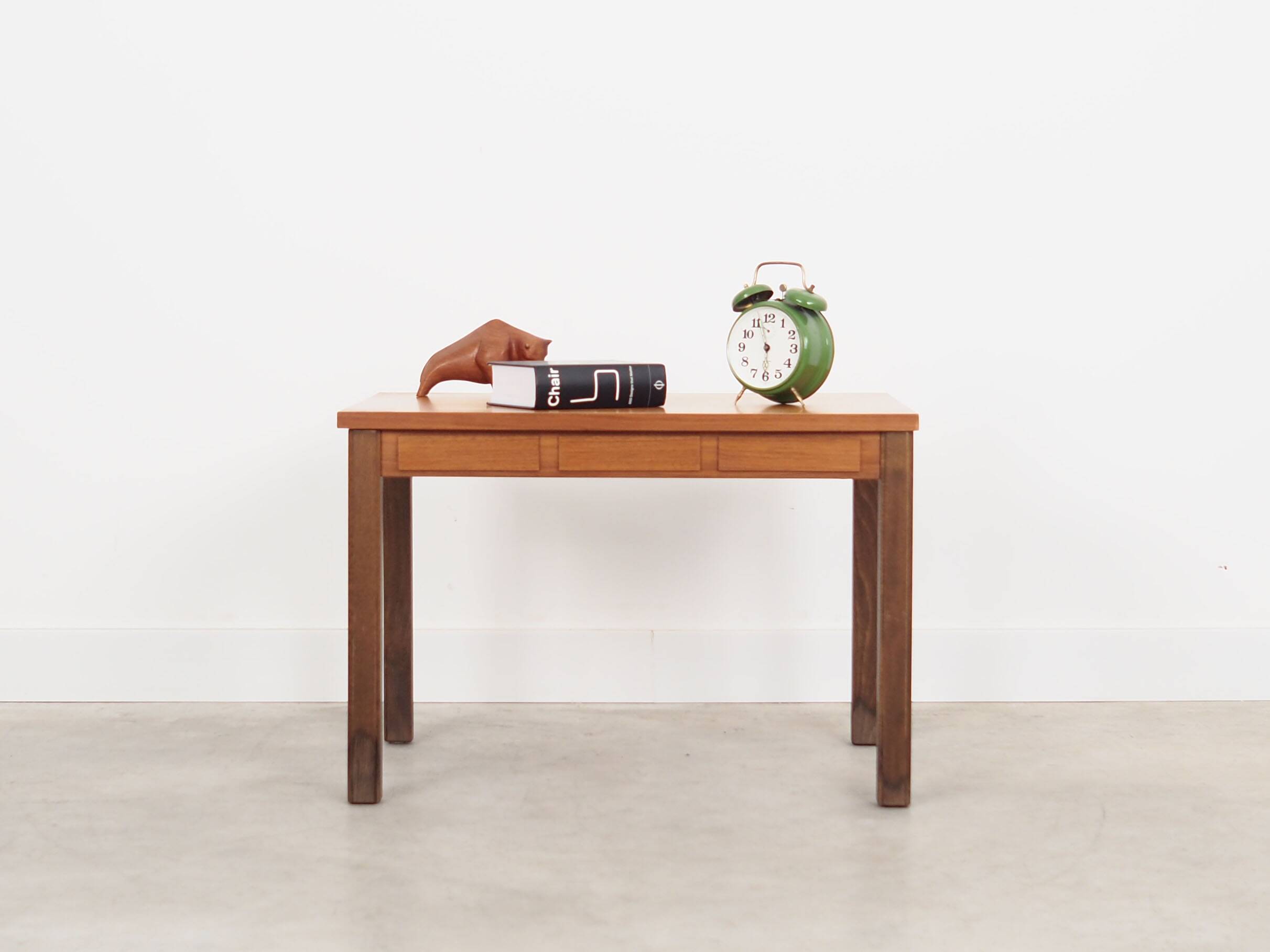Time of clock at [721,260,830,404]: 5:57
